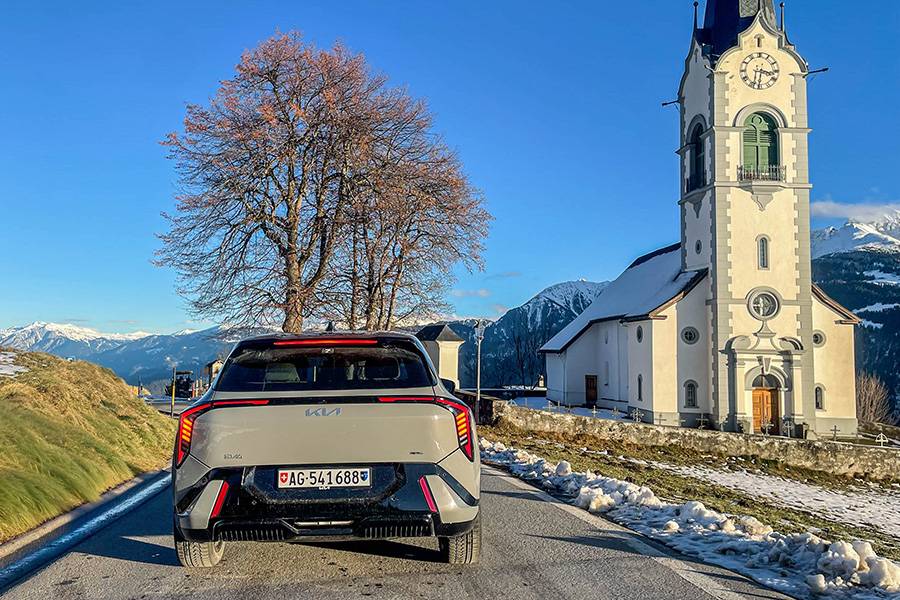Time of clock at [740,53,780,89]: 3:32
